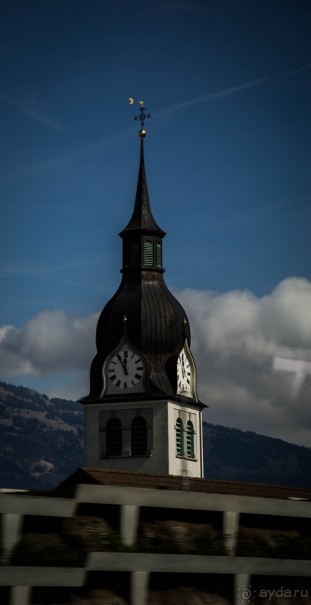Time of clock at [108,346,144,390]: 11:55
